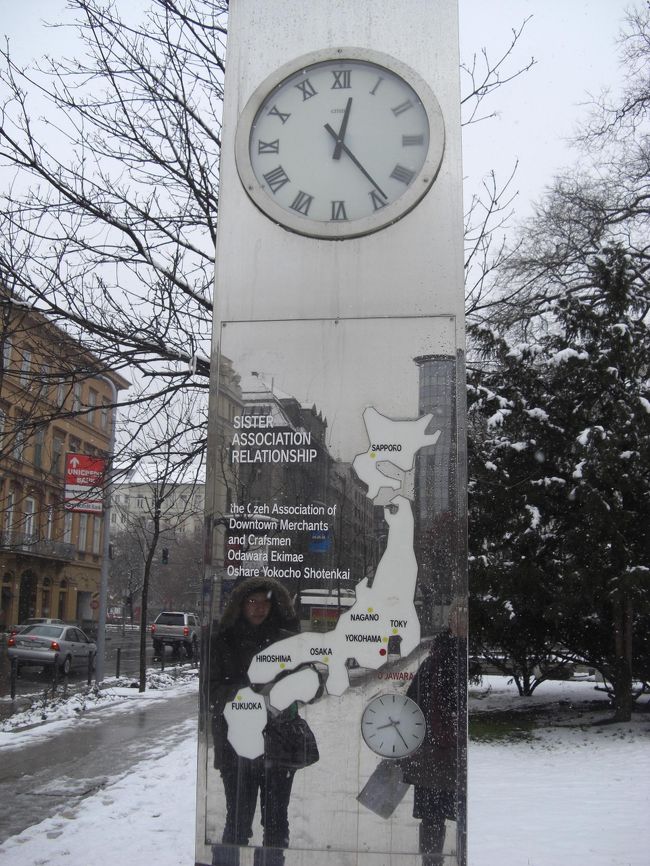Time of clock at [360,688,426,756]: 8:24
